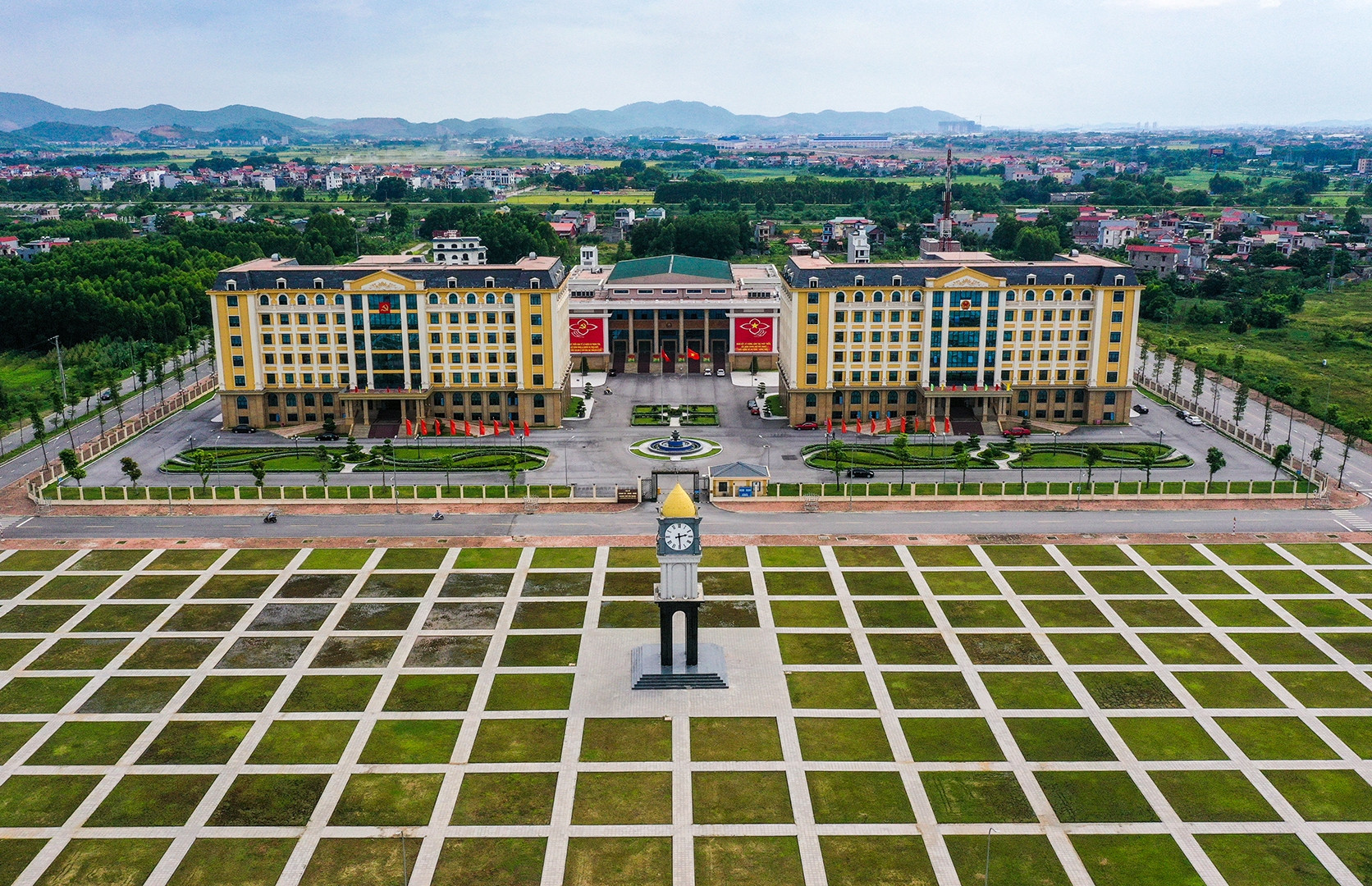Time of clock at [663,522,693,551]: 2:29
